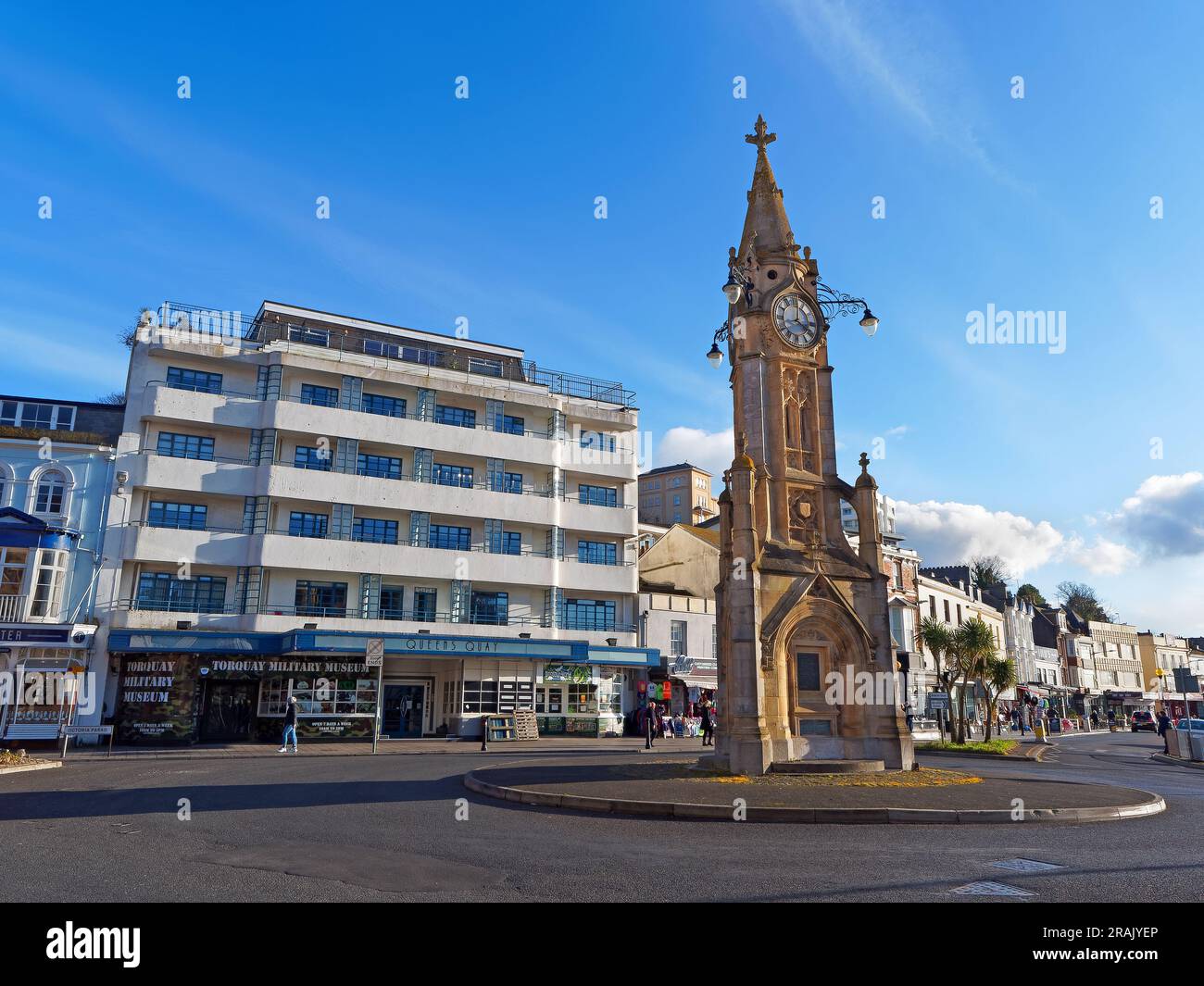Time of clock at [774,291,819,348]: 4:01
